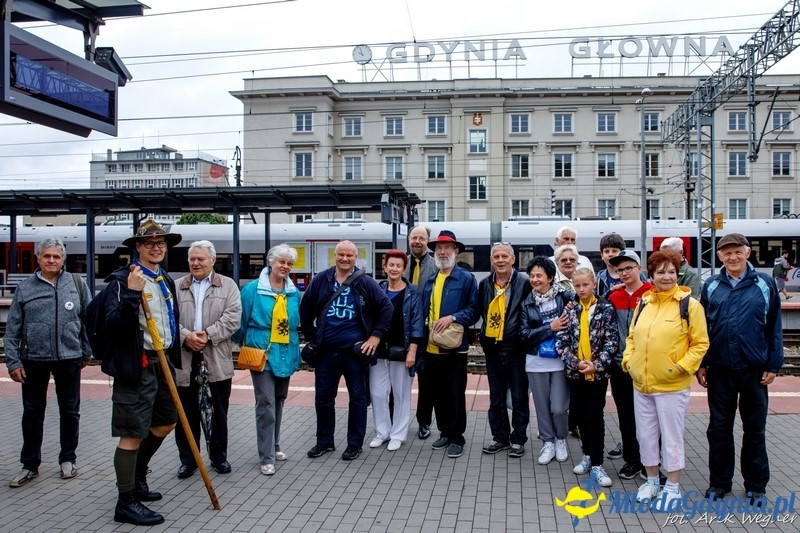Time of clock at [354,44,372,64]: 9:57
